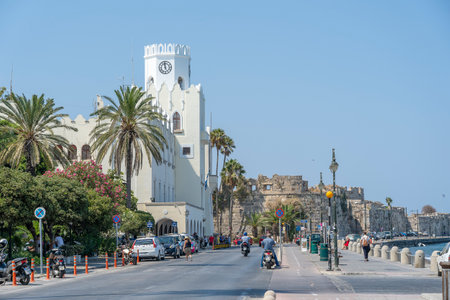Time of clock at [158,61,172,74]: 4:59
